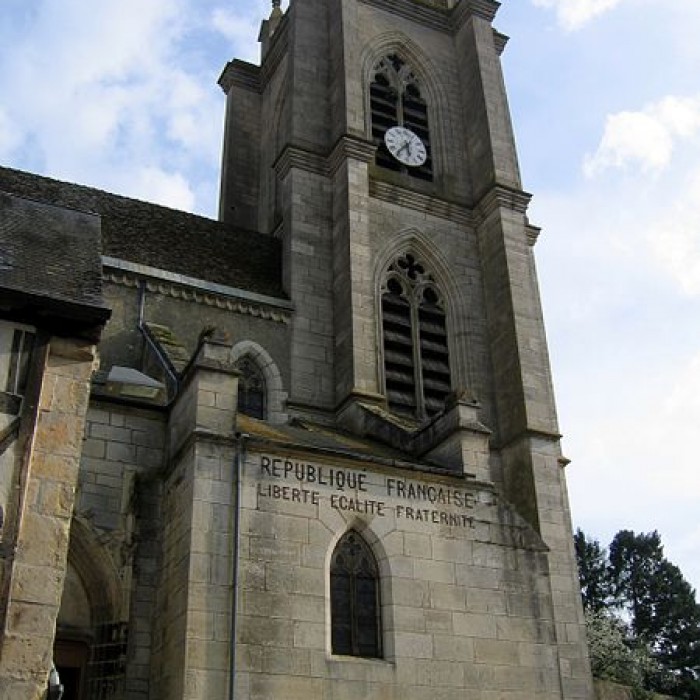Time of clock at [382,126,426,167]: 5:36
